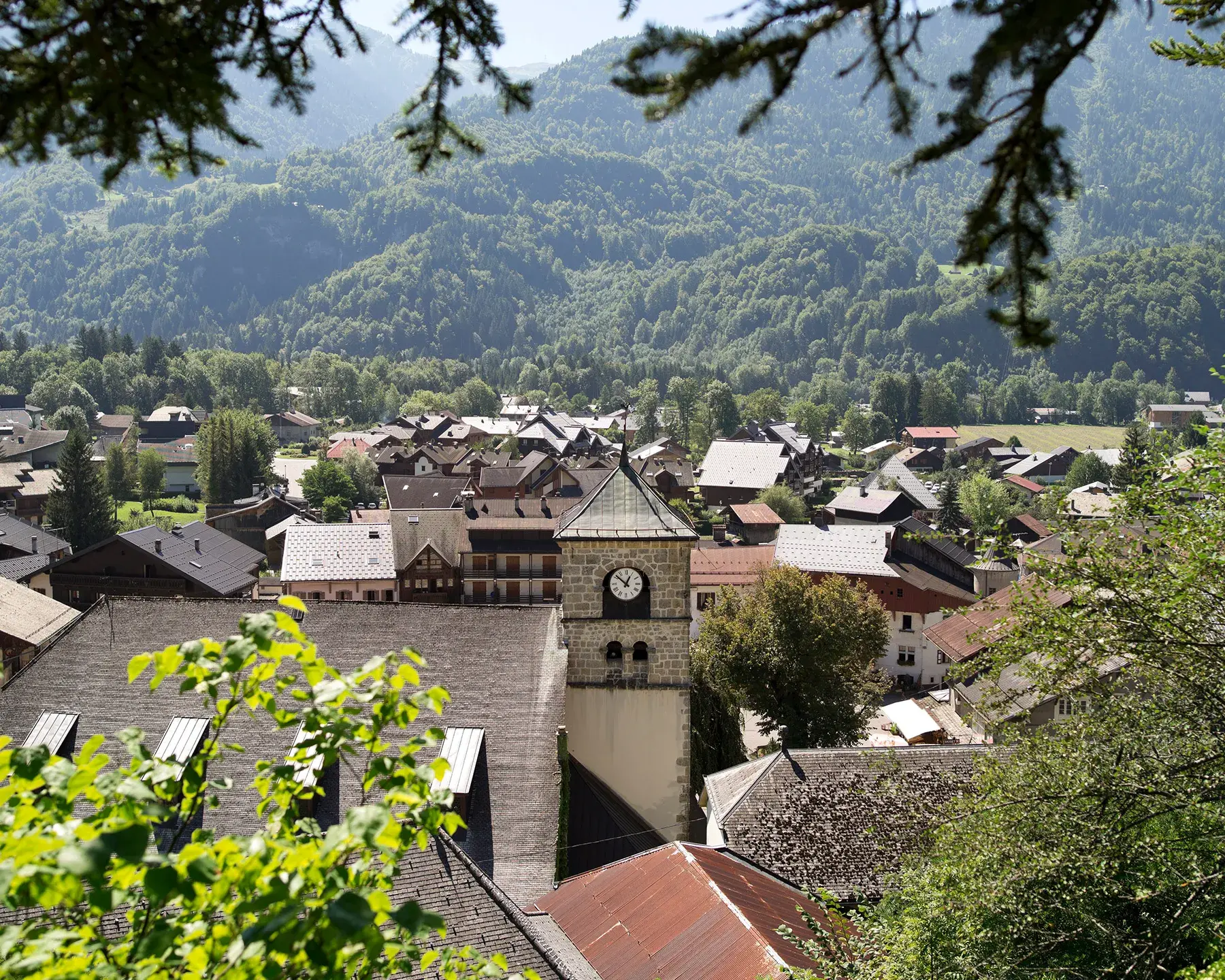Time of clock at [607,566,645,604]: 12:51
